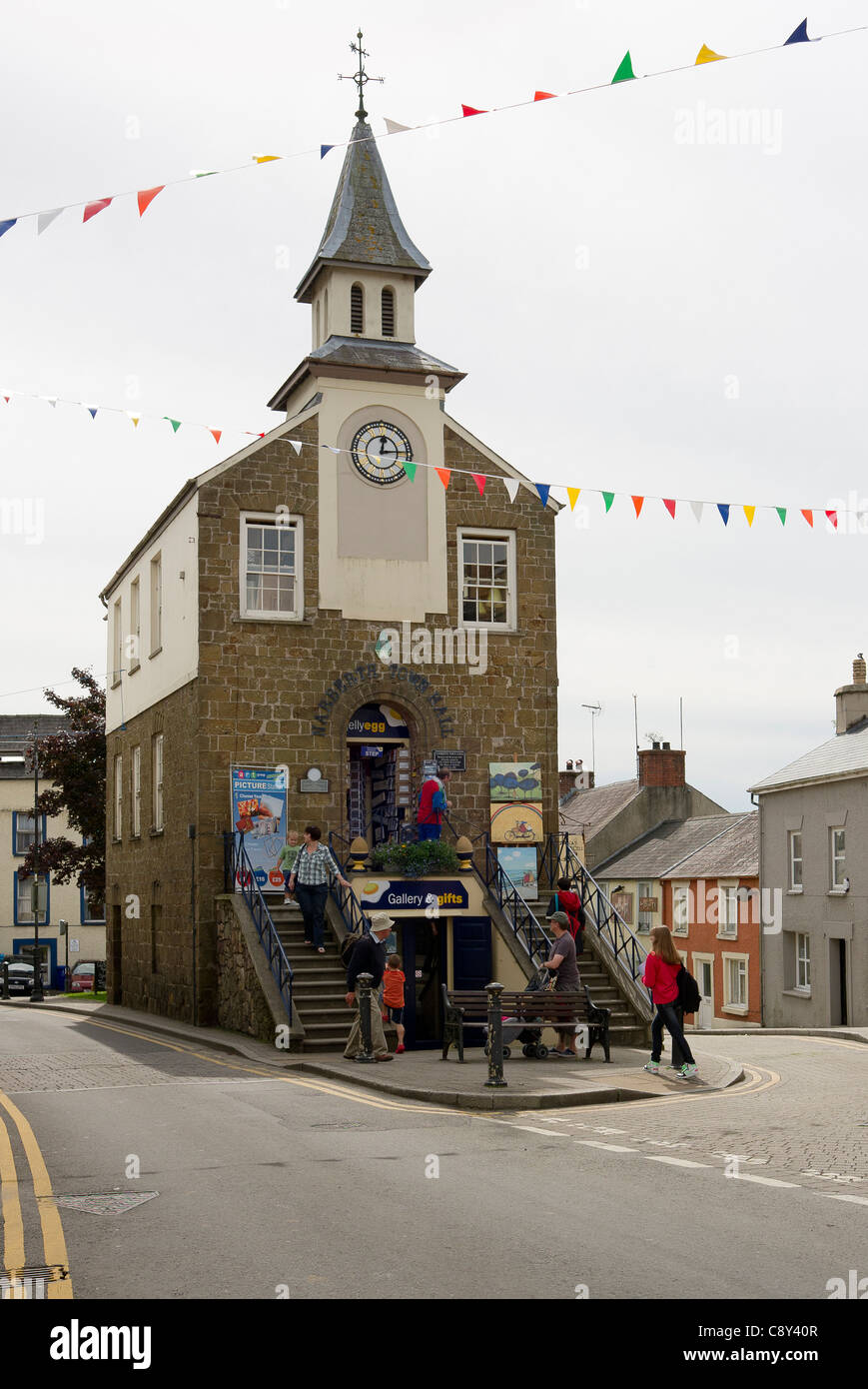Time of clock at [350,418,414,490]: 12:14
